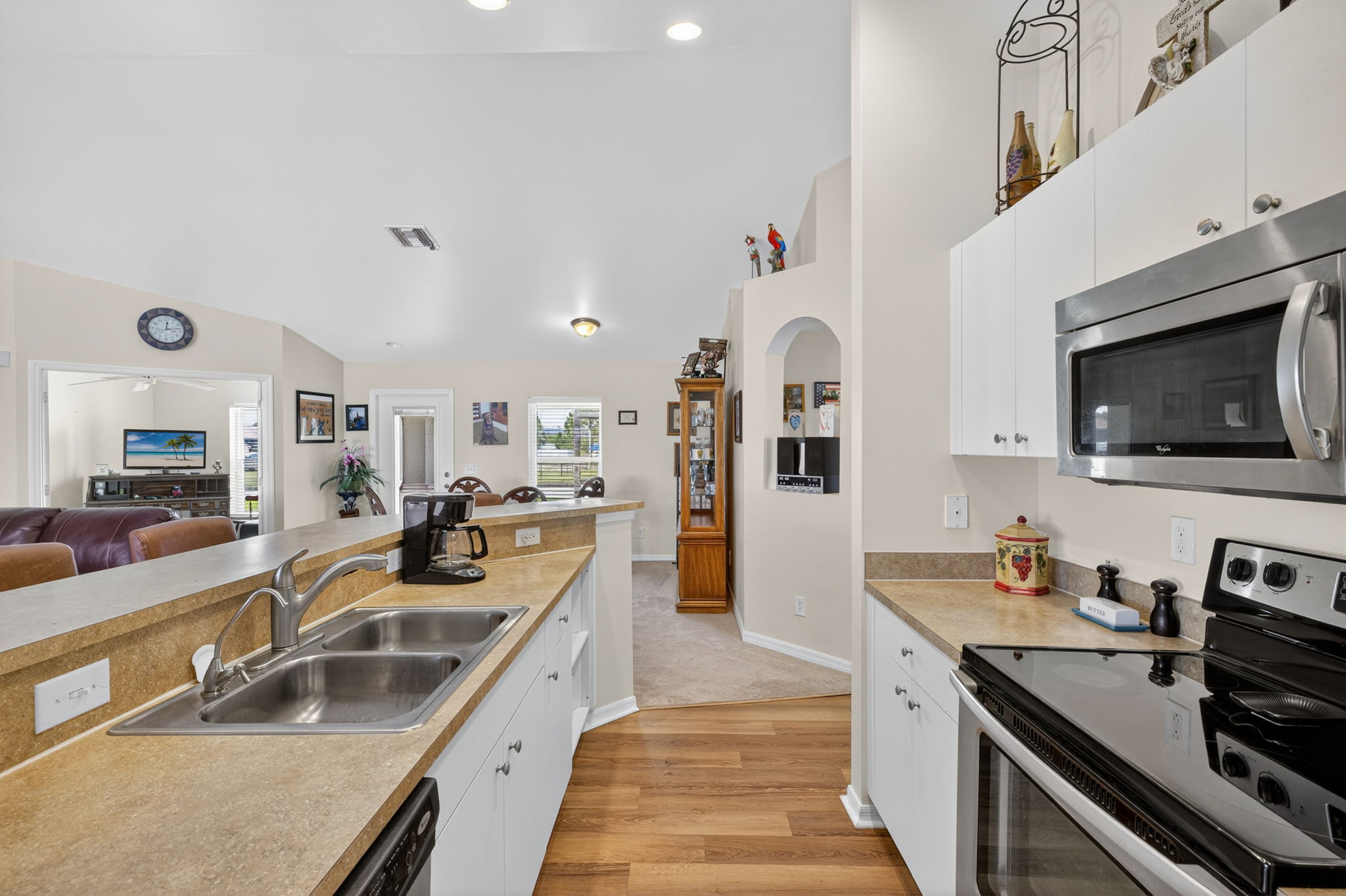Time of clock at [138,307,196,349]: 12:13
